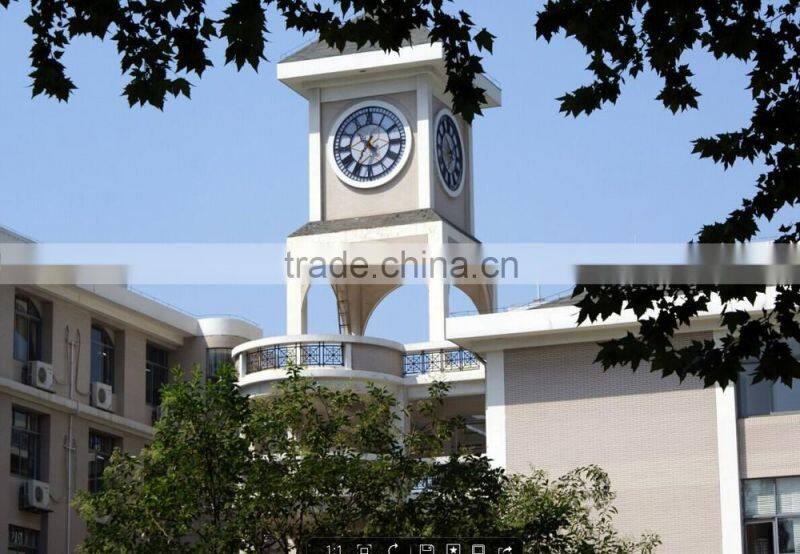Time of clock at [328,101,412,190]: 4:34
